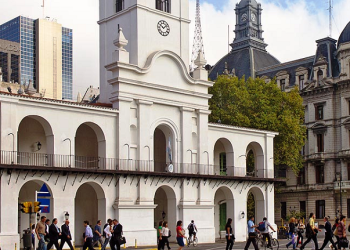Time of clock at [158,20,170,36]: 10:07
